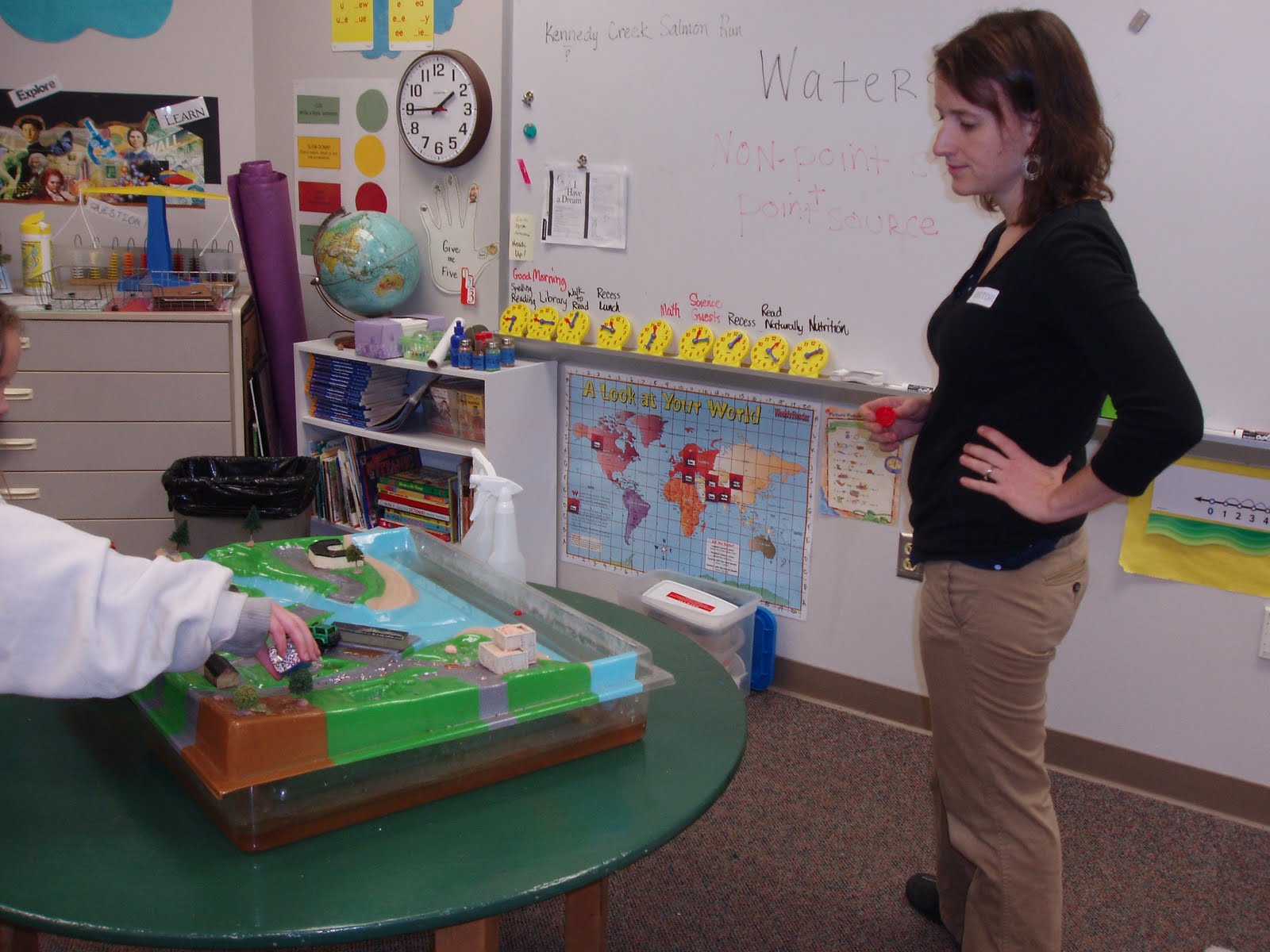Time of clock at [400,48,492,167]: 1:44
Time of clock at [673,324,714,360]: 12:12
